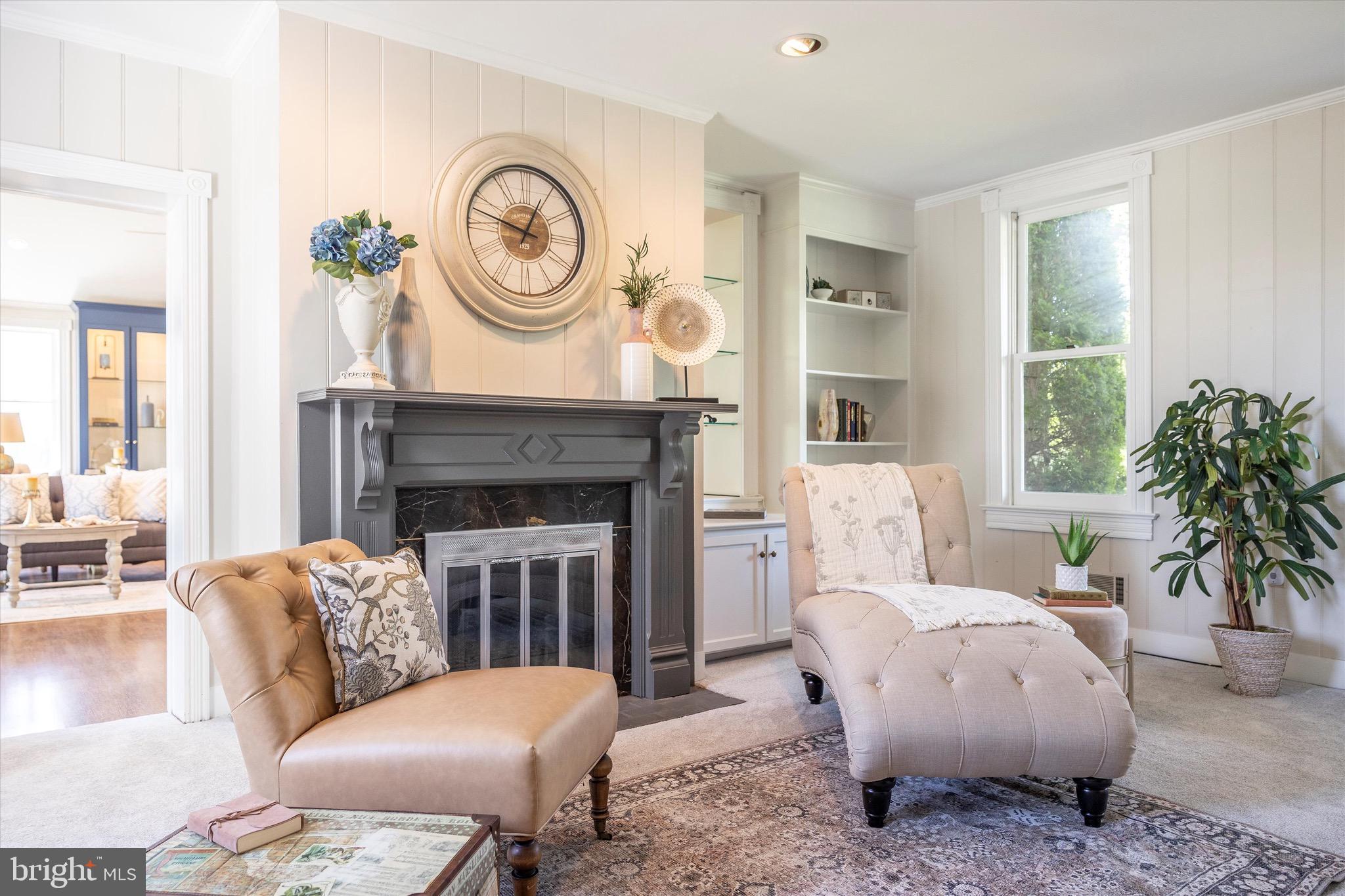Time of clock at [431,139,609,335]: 12:47
